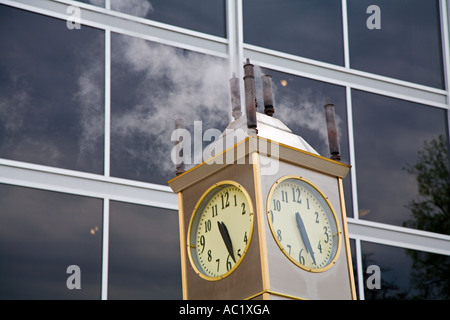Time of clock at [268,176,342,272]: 5:26
